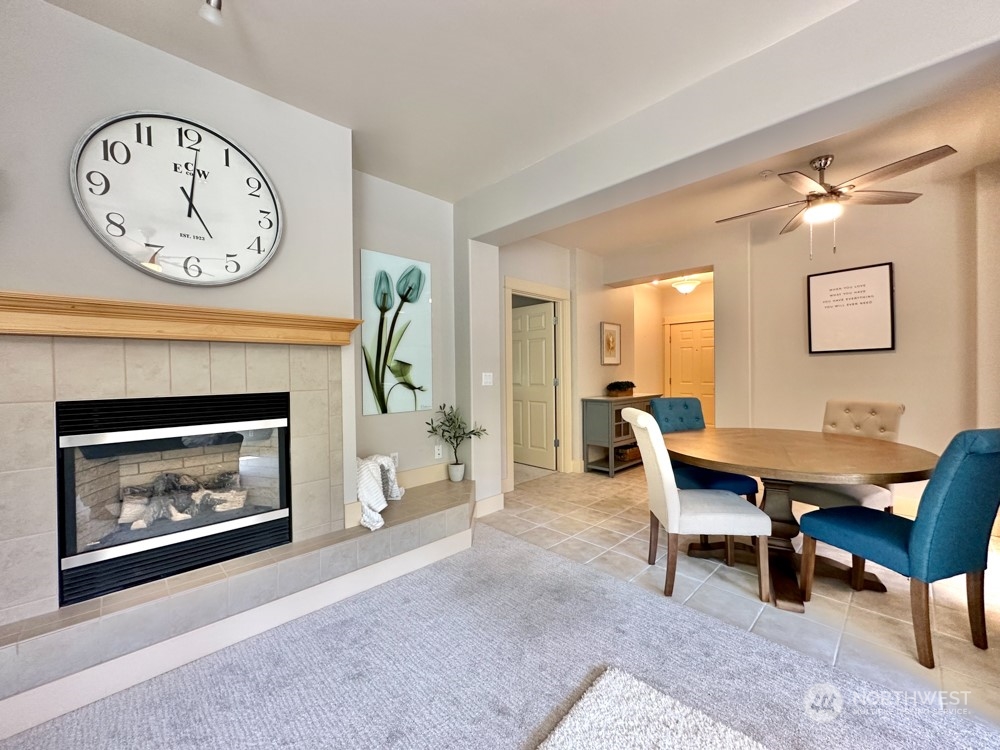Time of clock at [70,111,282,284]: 5:01
